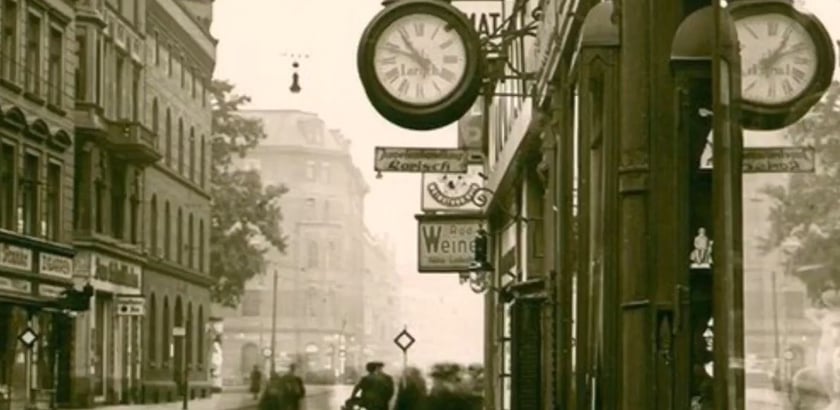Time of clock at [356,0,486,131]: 10:48
